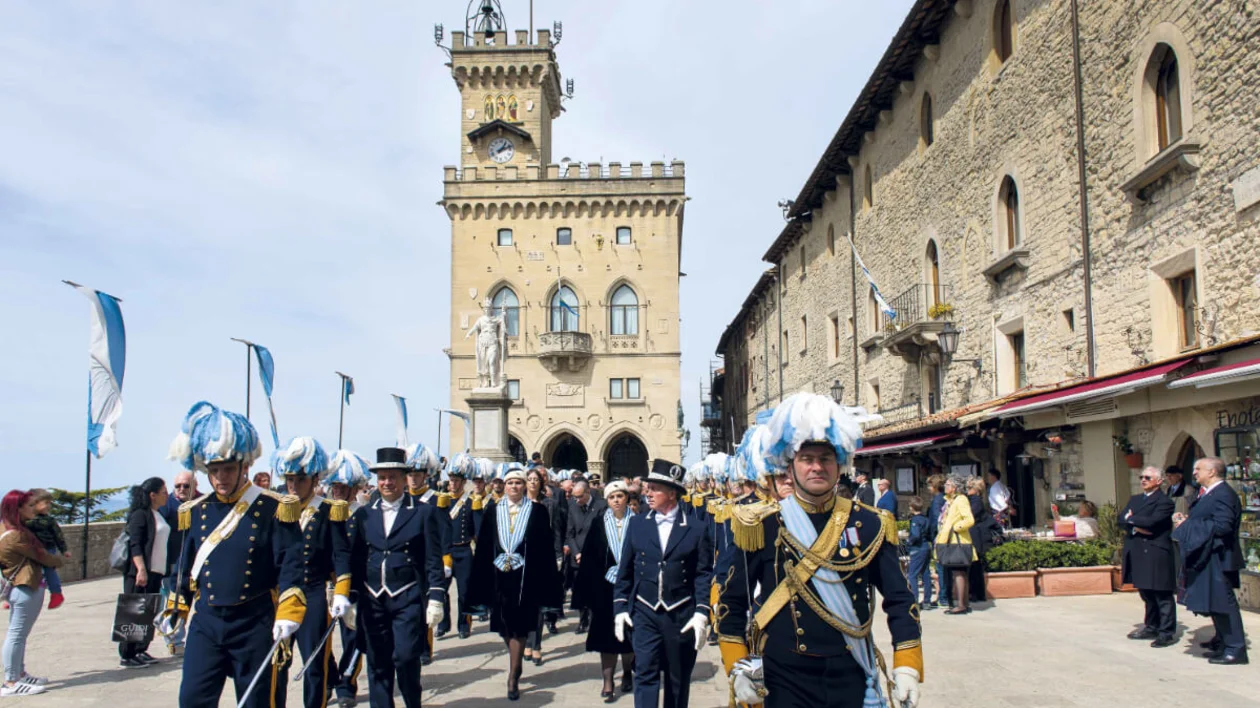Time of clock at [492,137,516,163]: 1:11
